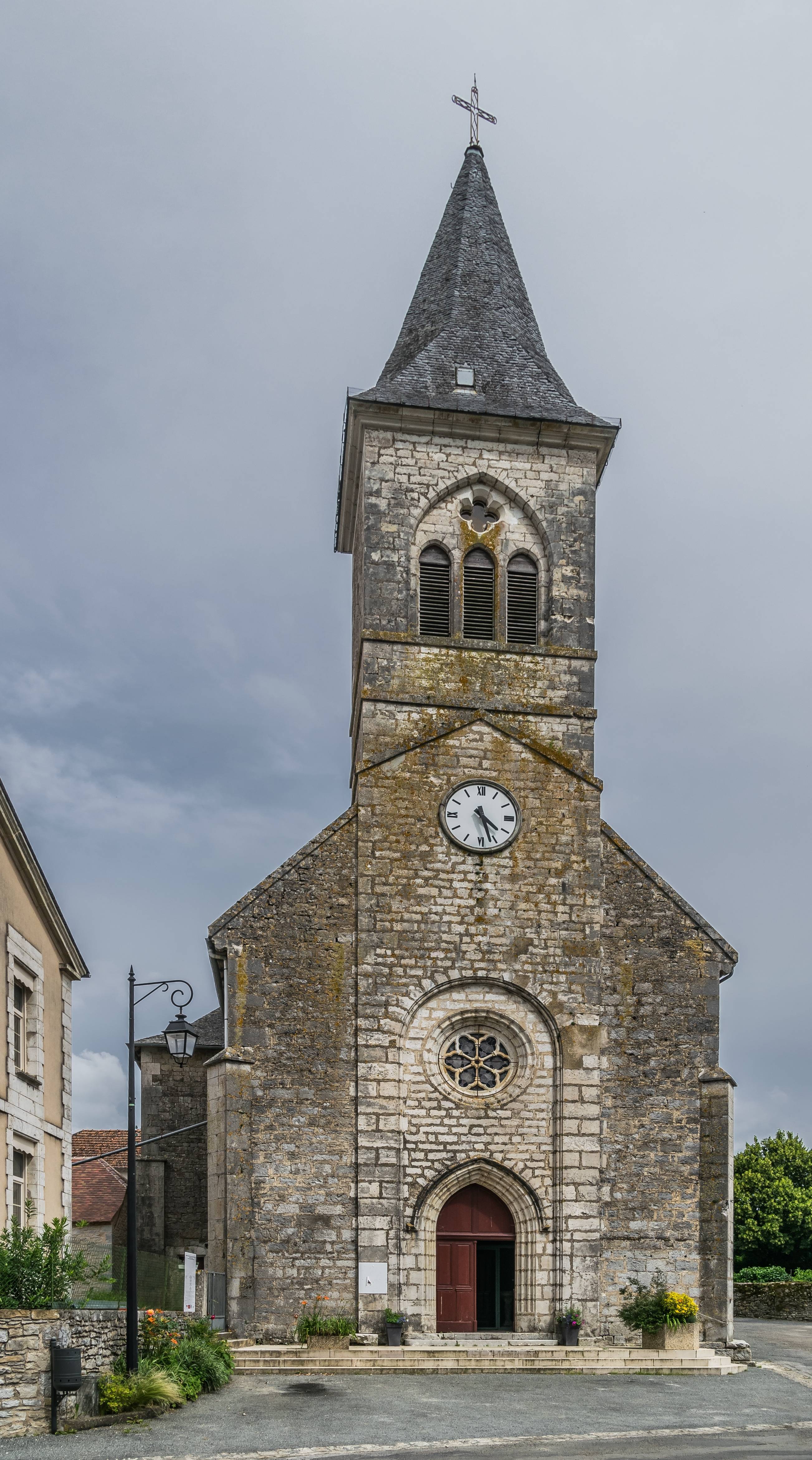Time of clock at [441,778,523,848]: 4:27
